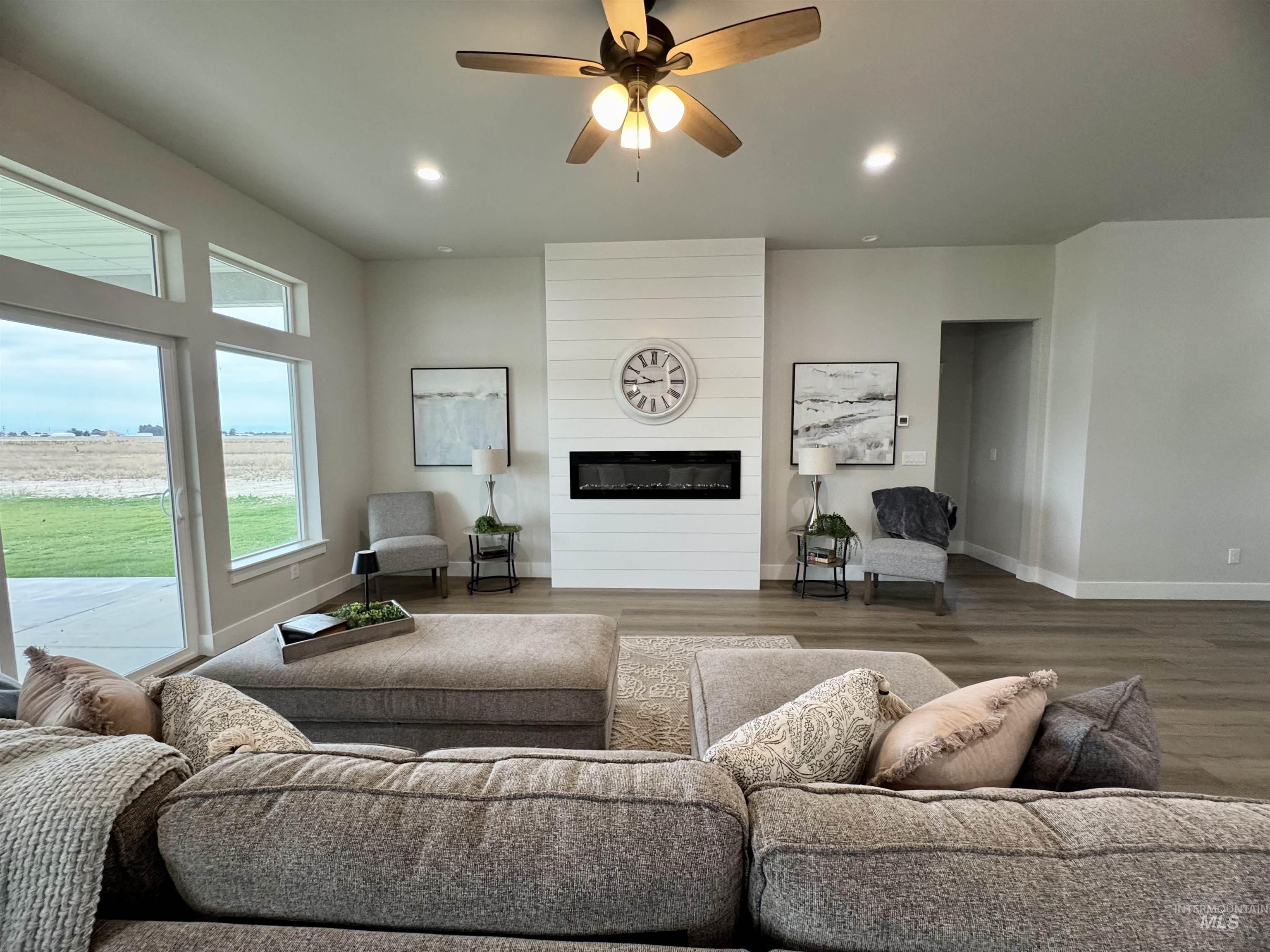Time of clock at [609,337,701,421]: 9:43
